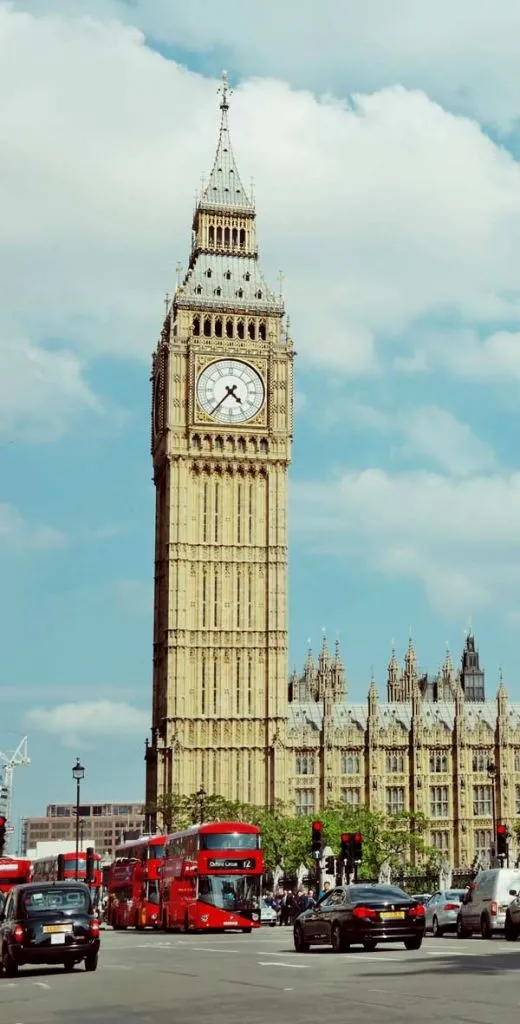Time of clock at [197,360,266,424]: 4:36
